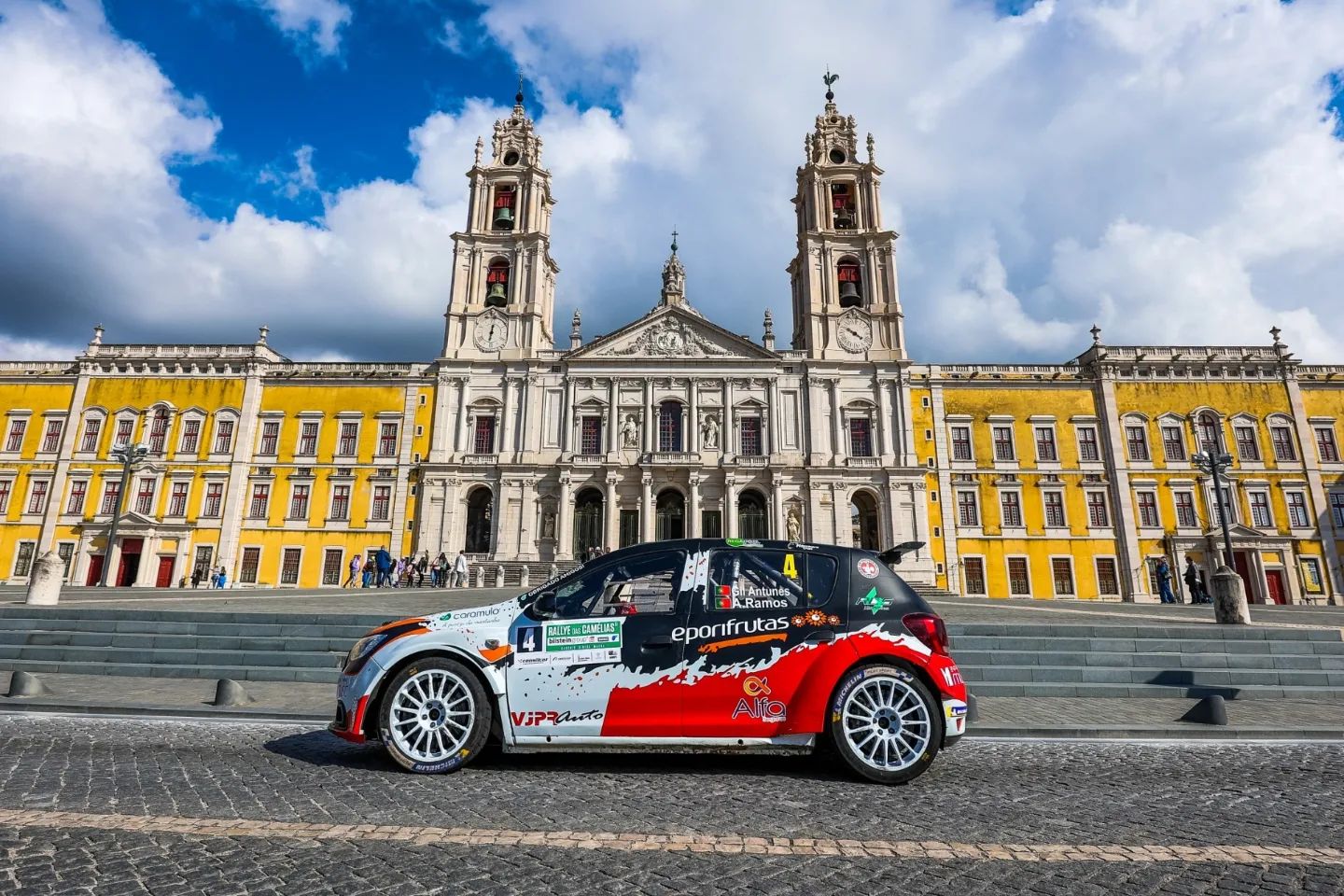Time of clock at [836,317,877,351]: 3:48
